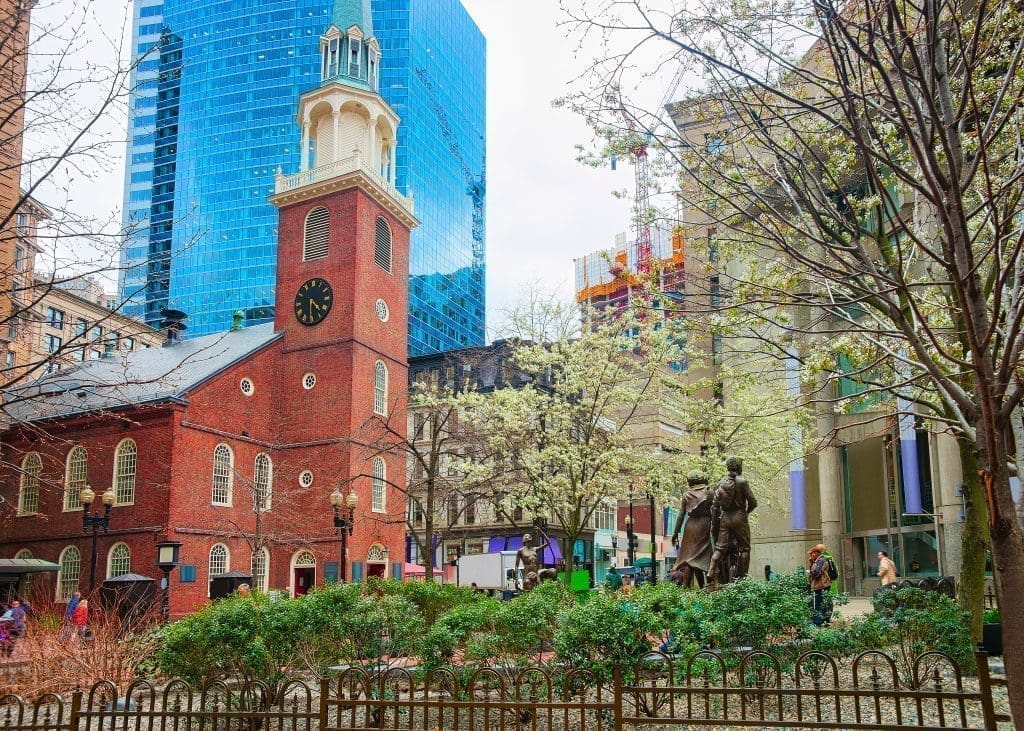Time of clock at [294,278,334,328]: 4:30
